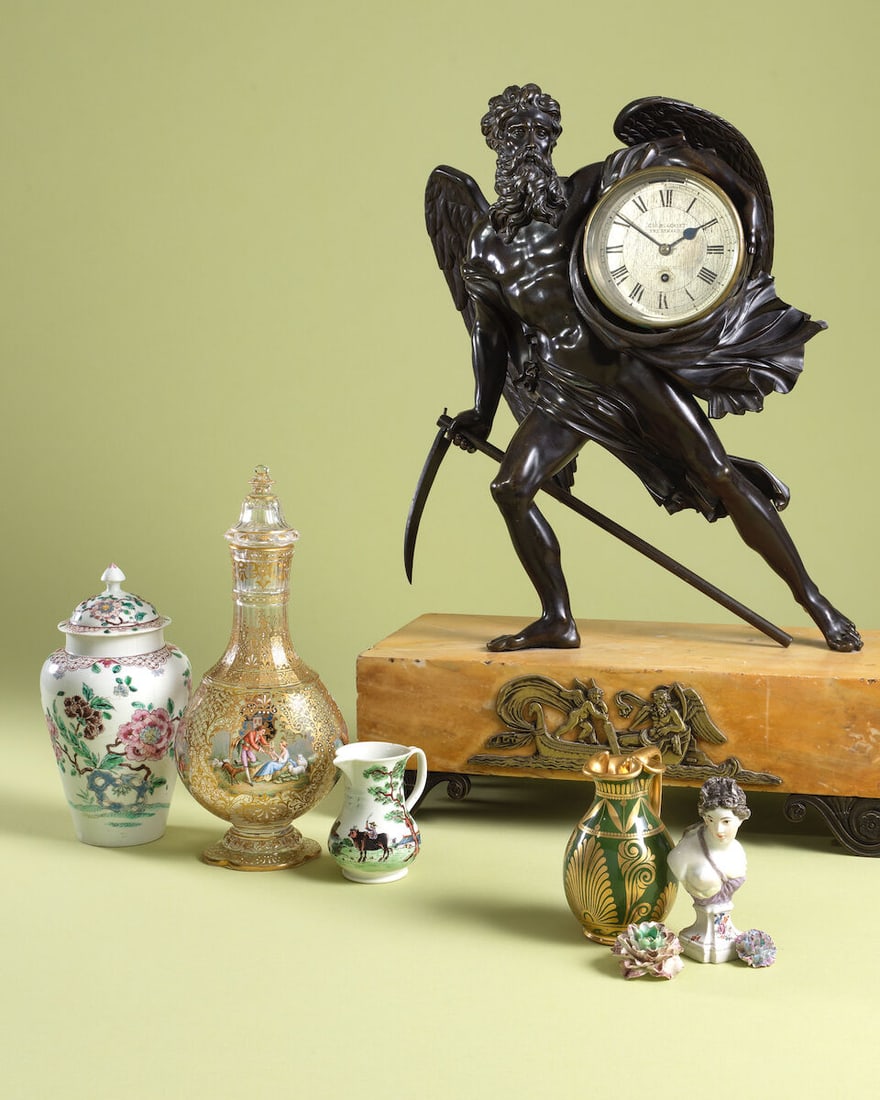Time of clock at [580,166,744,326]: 1:51
